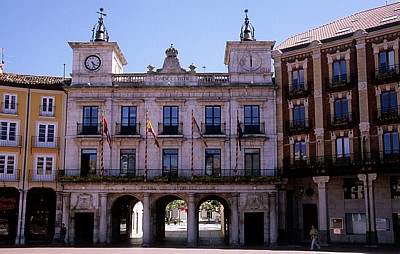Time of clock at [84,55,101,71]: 4:26
